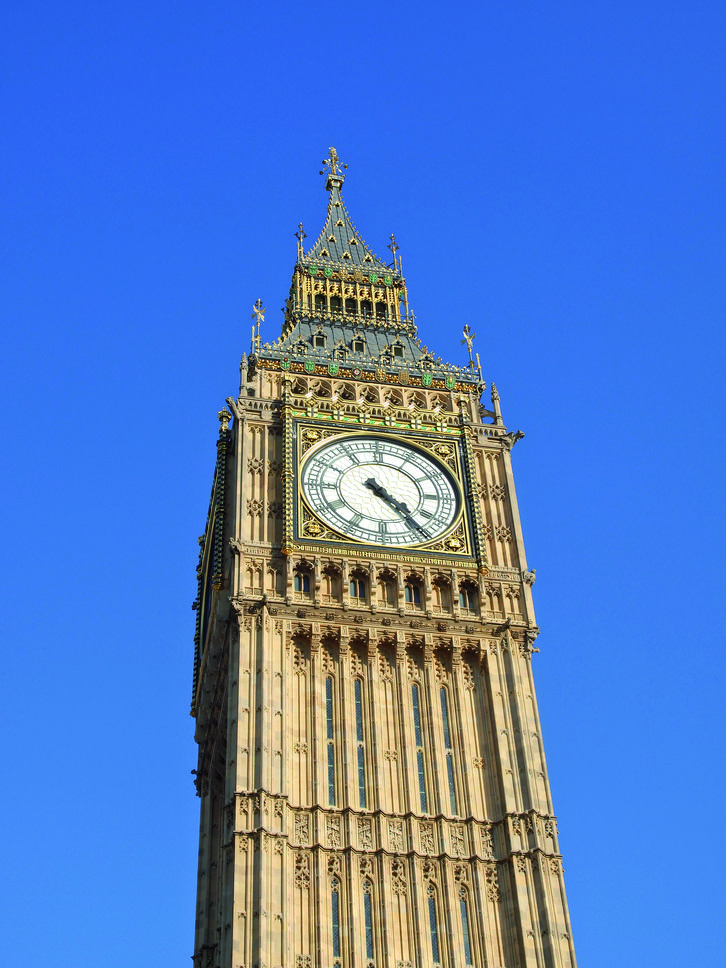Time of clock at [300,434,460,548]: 4:23
